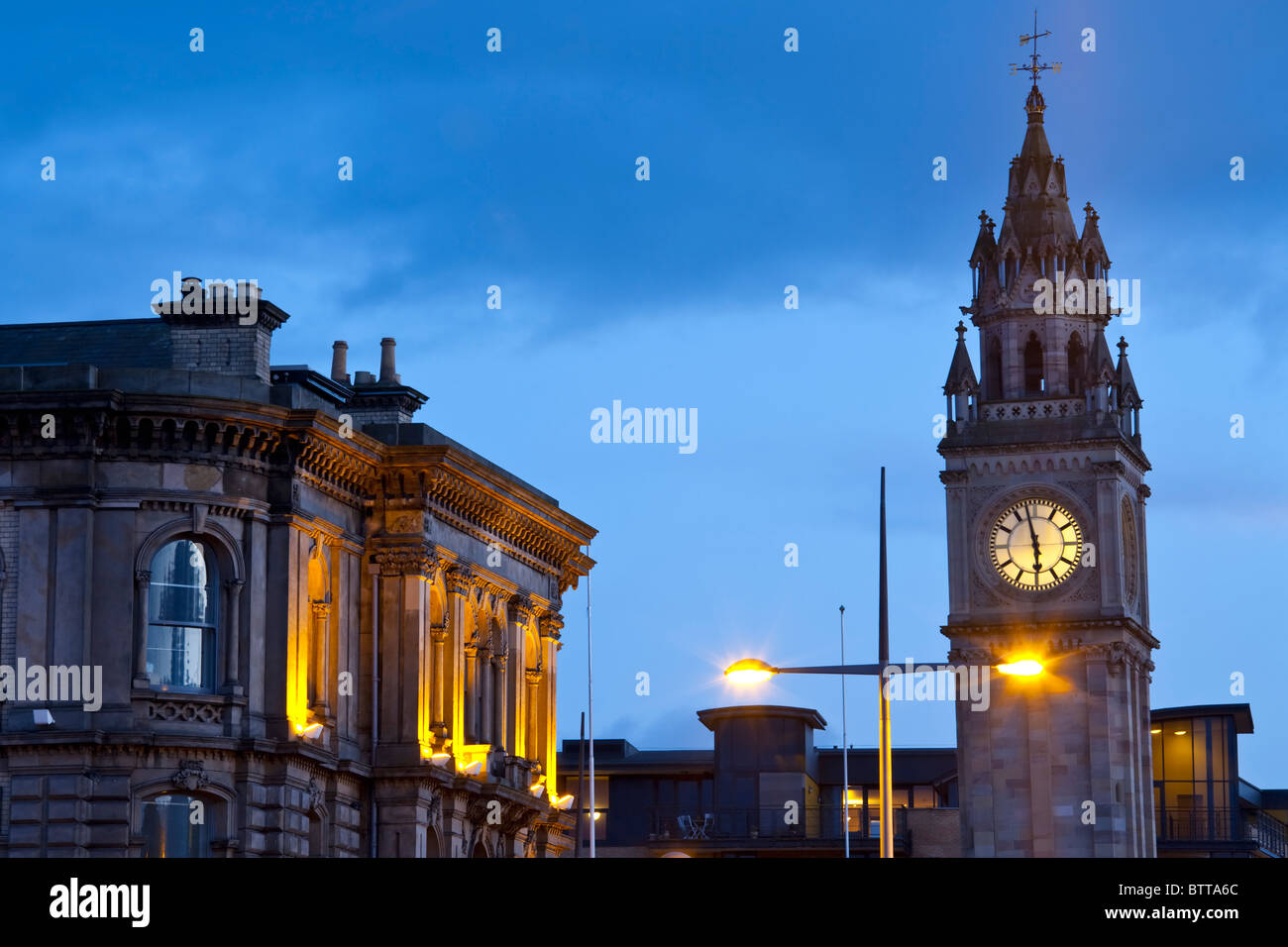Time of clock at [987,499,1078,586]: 5:57
